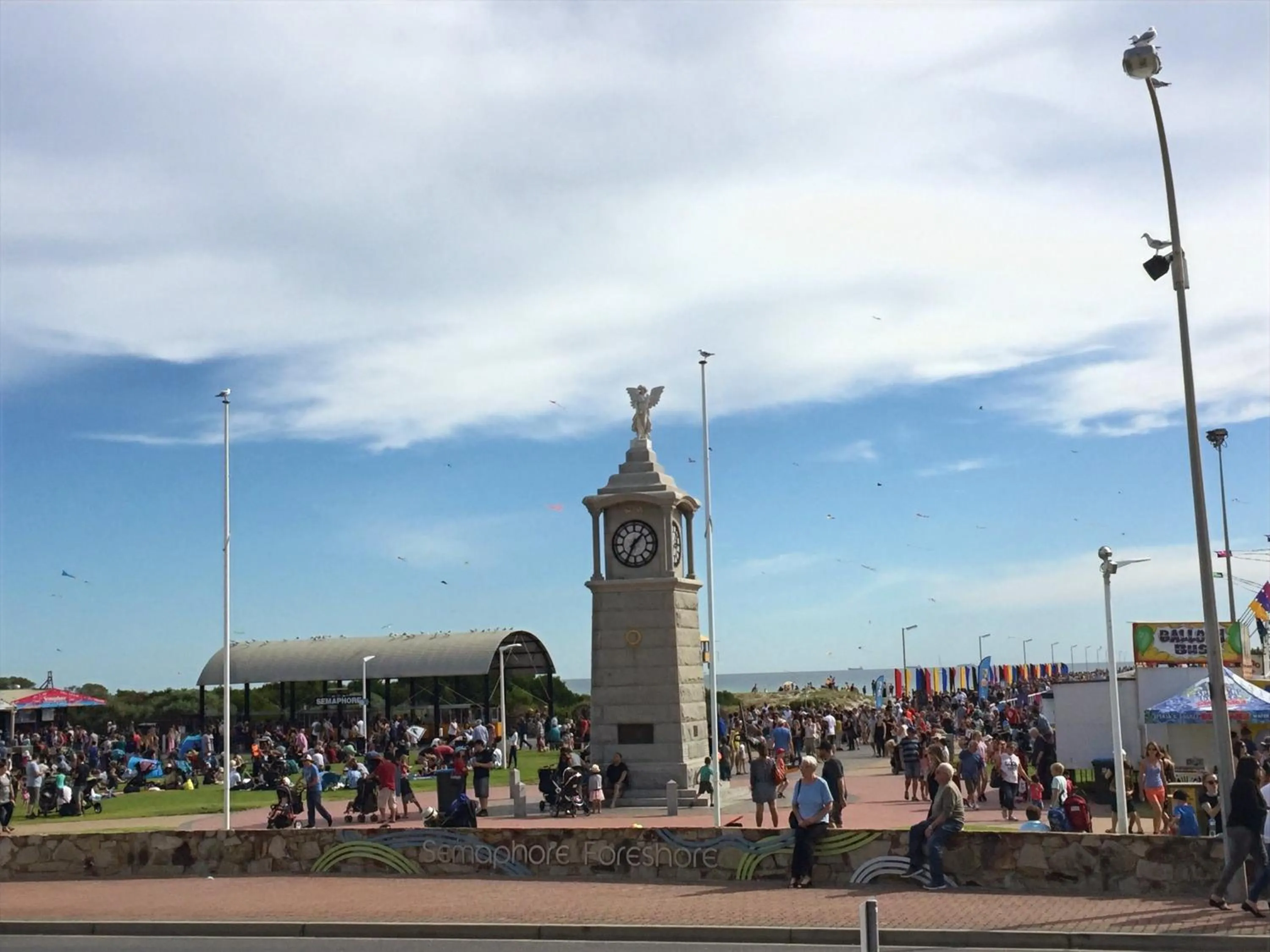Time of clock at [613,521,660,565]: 1:34
